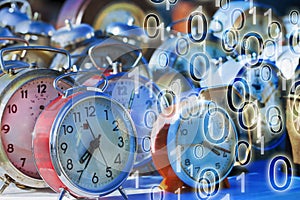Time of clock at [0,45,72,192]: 7:35
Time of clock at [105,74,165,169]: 7:35
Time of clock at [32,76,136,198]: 7:35
